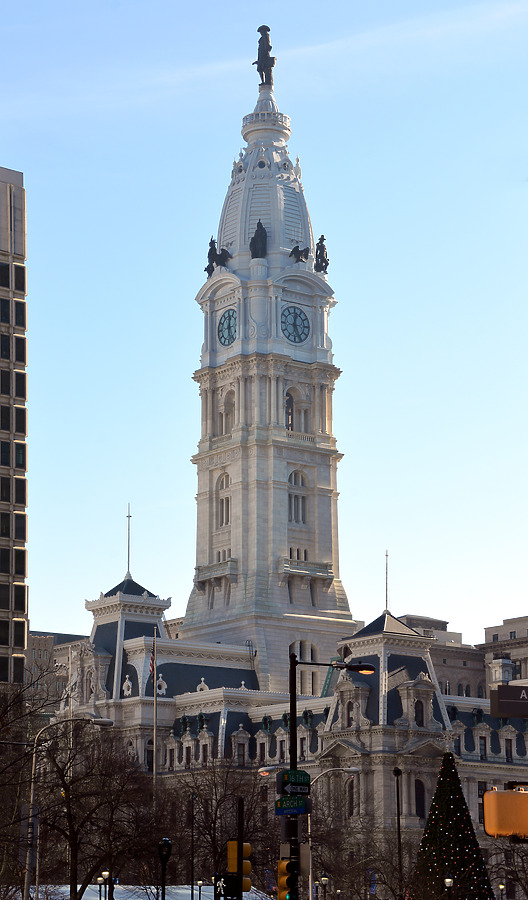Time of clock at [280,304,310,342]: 12:26
